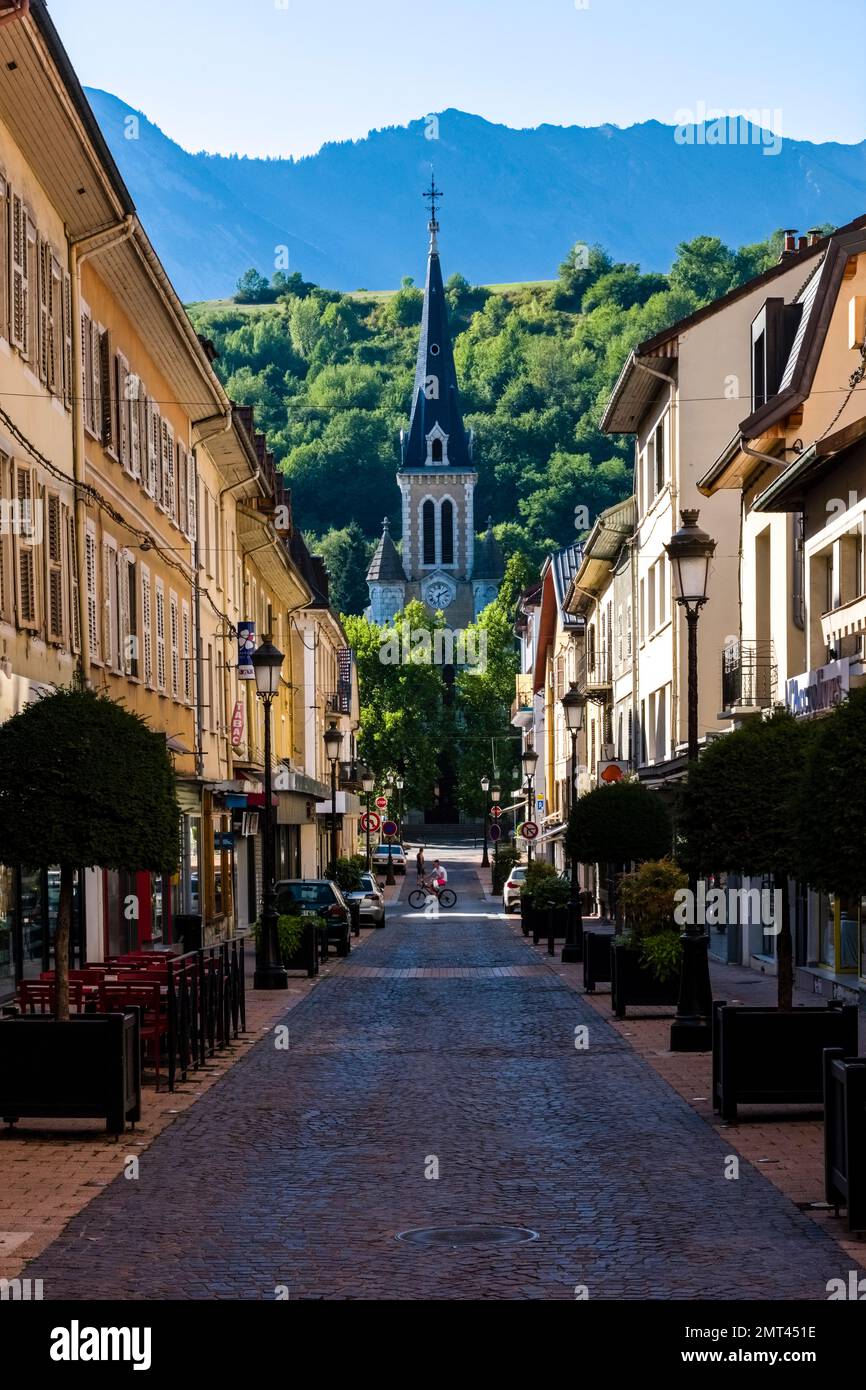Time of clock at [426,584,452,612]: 6:10
